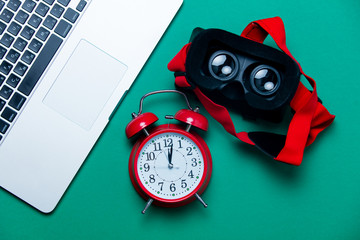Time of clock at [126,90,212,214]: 12:01
